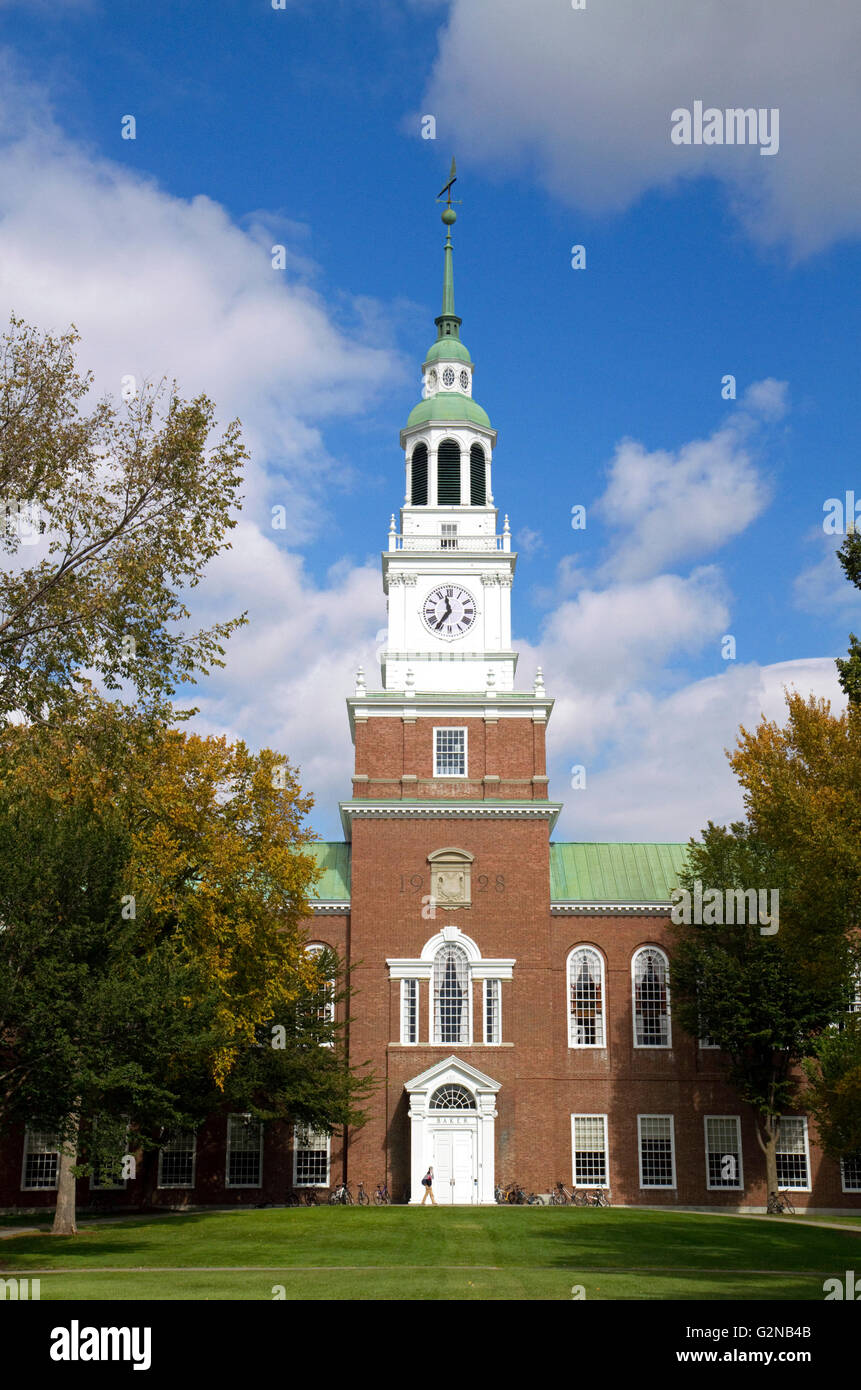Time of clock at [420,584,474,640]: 11:35
